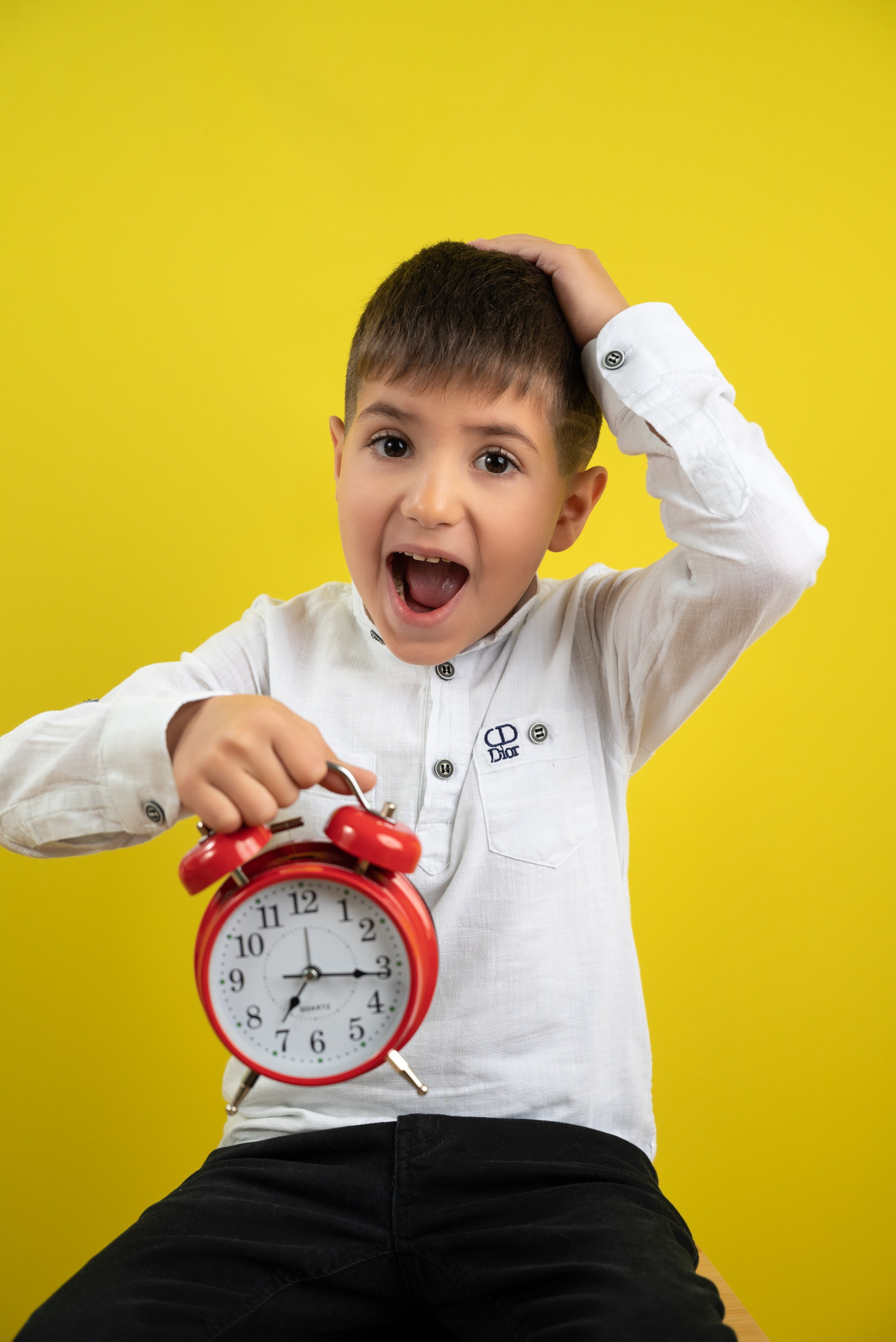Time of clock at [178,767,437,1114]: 7:16
